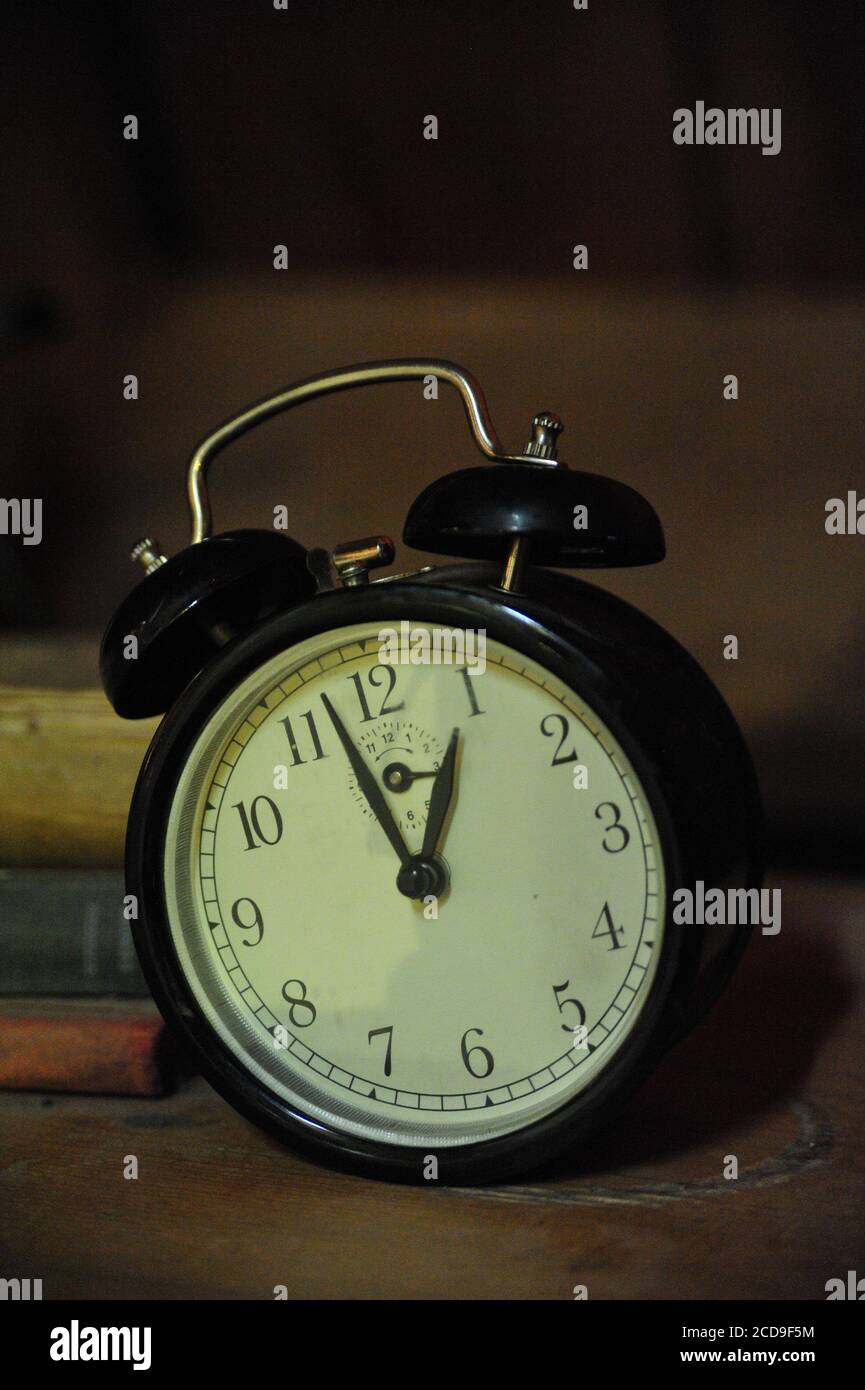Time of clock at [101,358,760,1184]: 12:57
